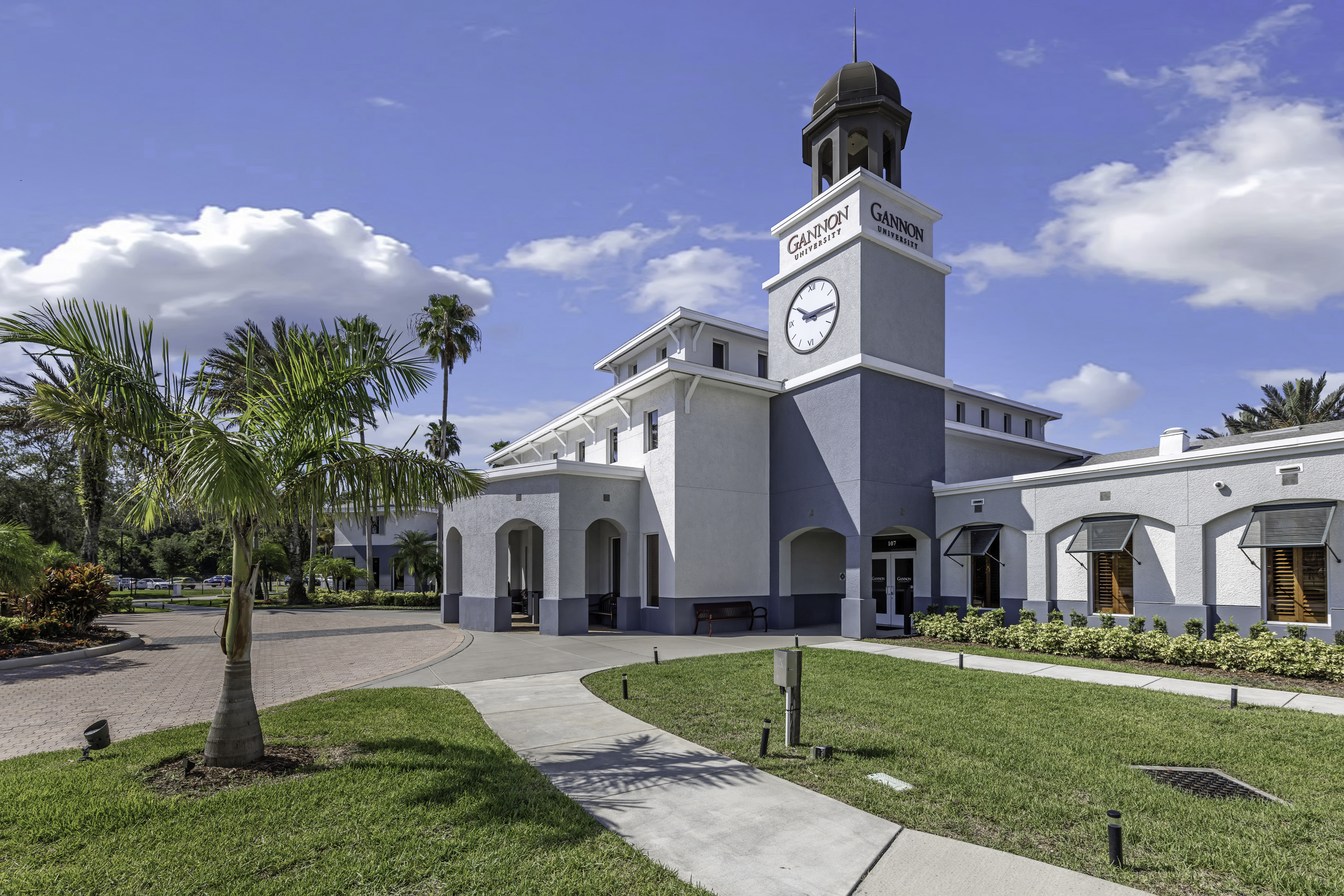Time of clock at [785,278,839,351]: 10:14
